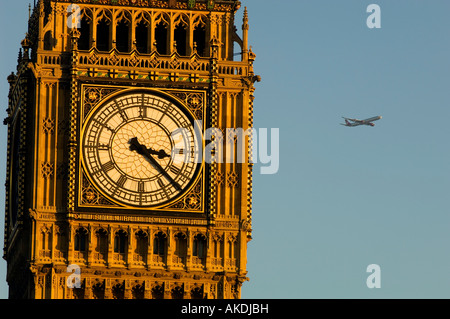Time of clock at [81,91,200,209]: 3:22
